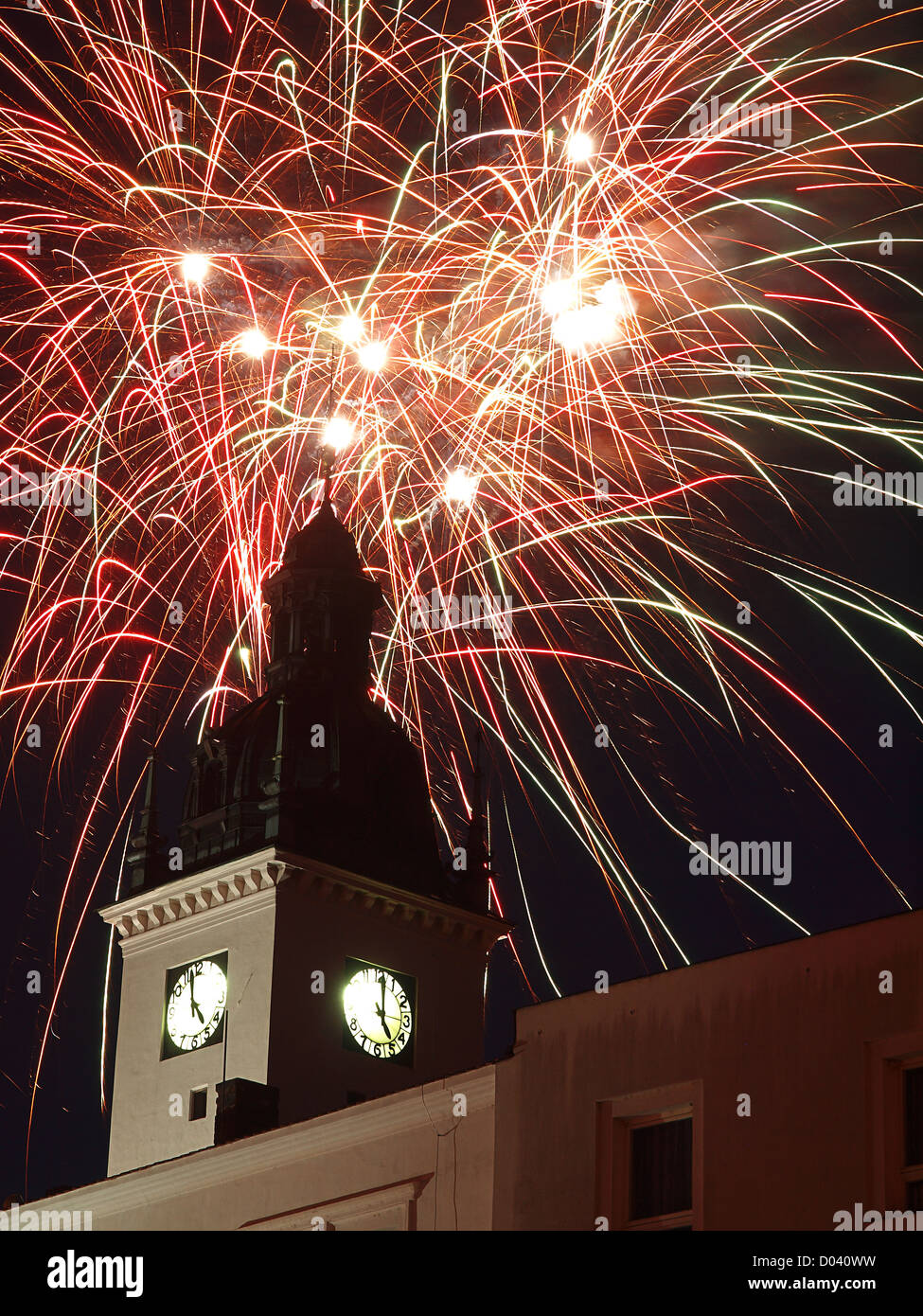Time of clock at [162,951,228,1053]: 4:57
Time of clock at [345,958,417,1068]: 5:01
